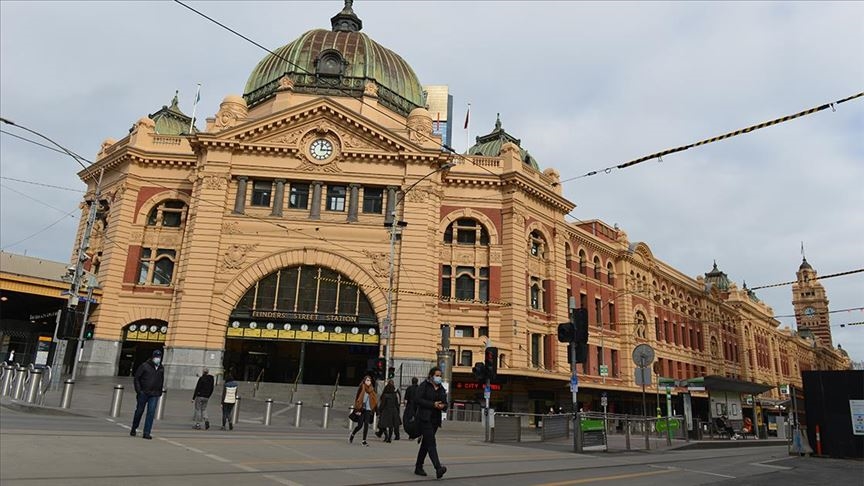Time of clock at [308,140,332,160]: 12:14
